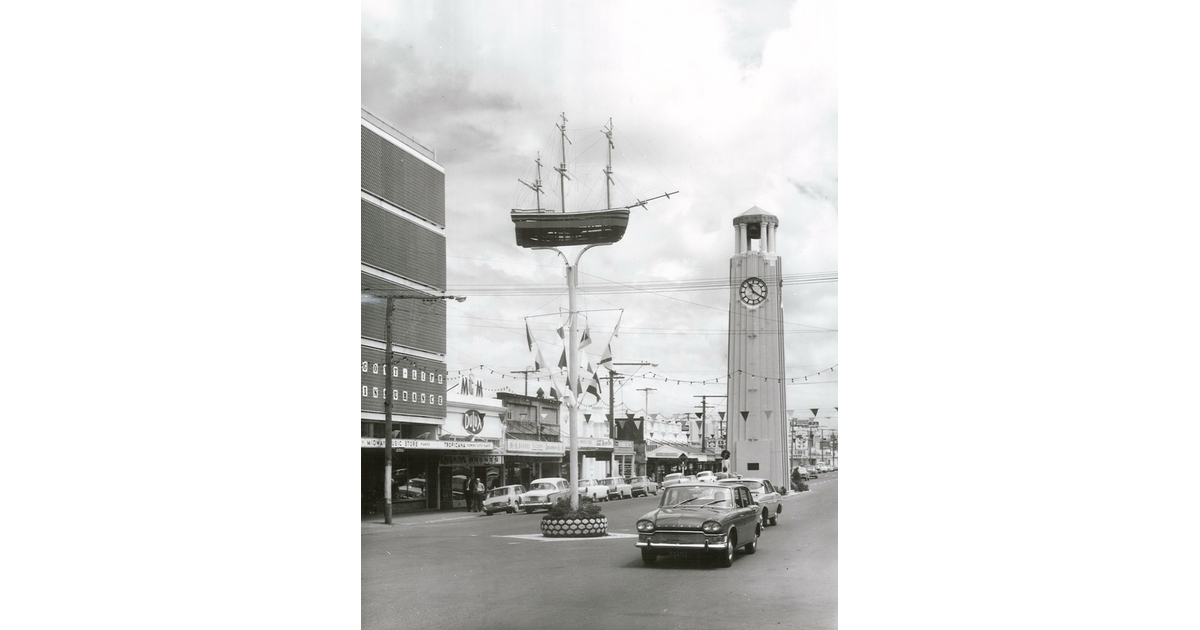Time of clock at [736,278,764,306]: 11:20
